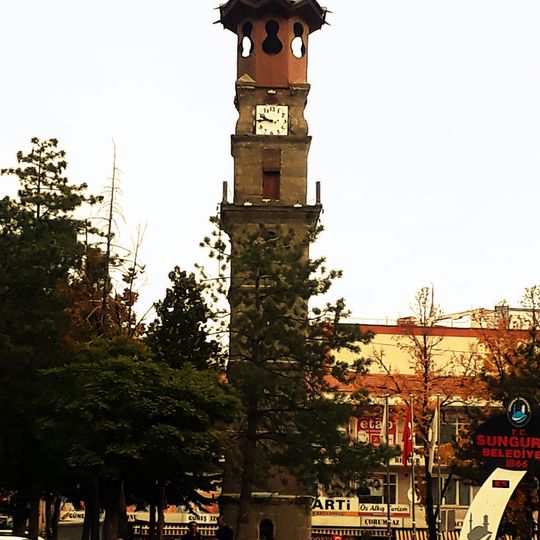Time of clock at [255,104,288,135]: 9:45
